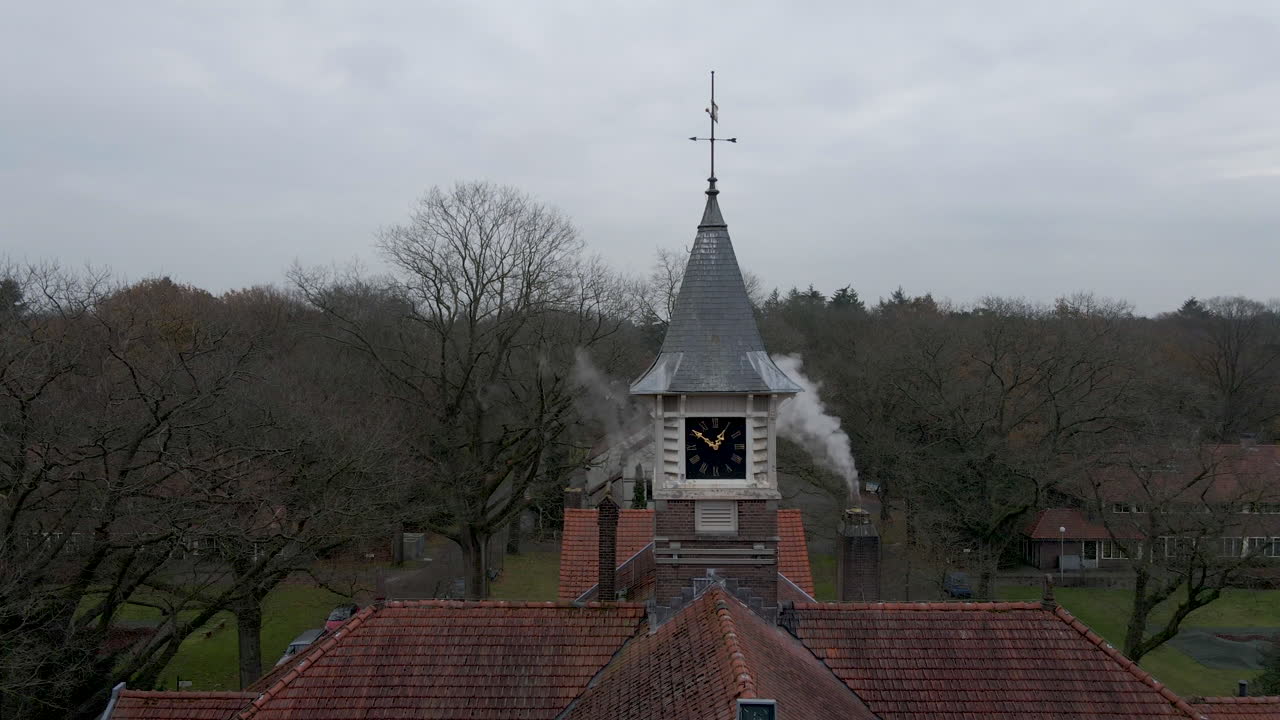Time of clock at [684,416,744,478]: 12:50
